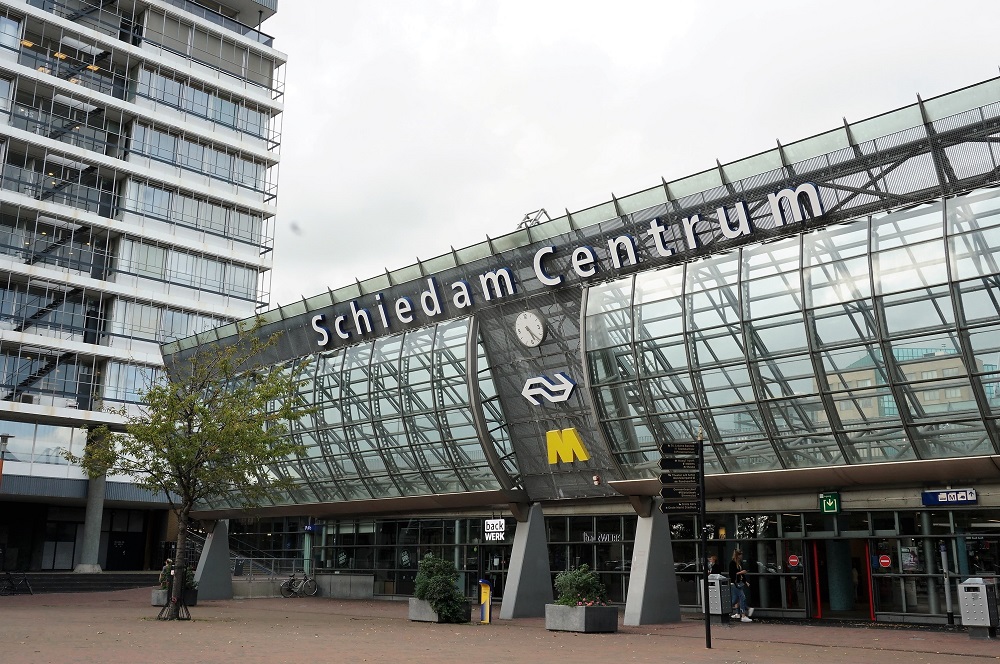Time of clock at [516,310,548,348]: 5:23
